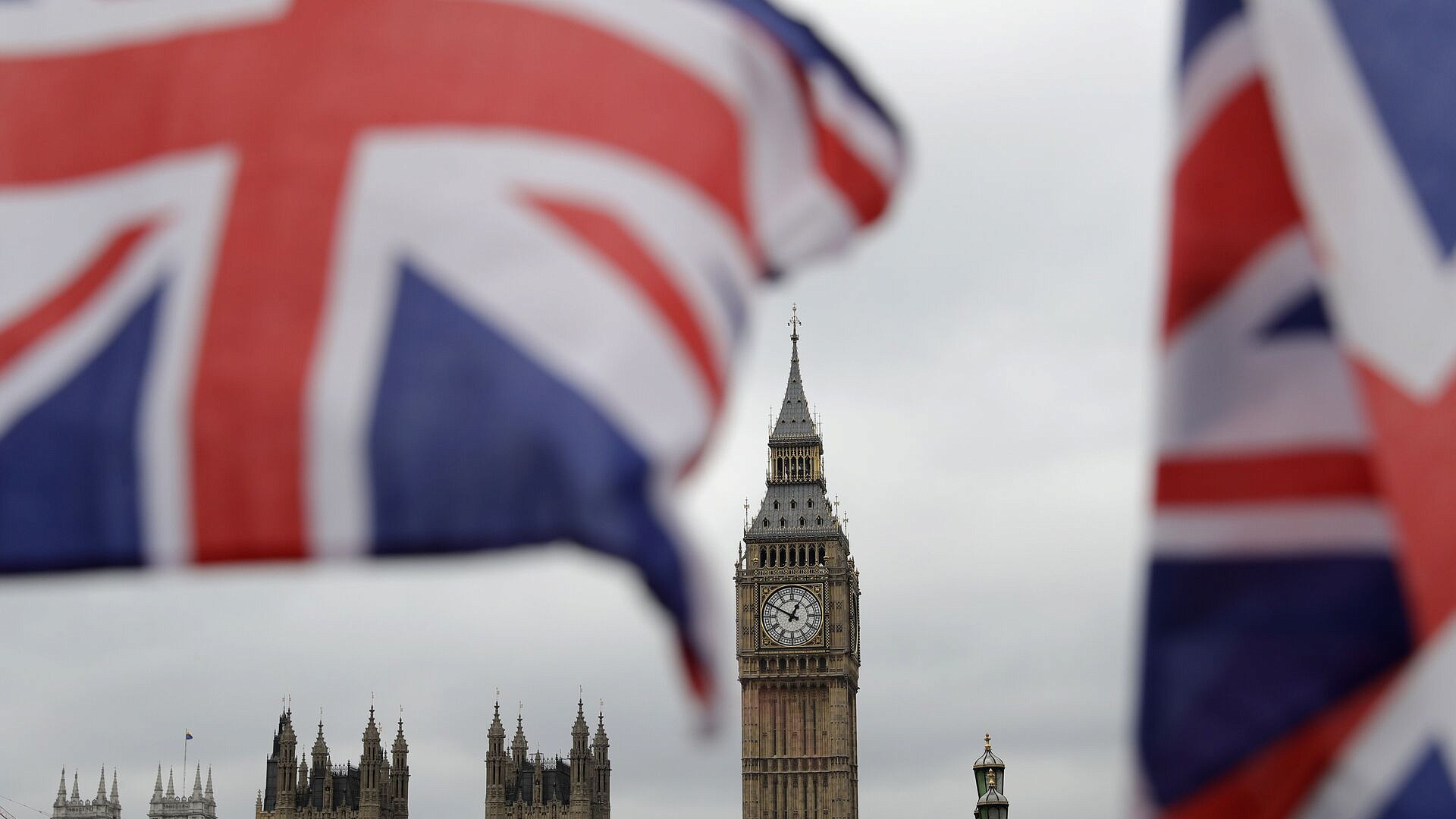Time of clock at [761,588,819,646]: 12:49
